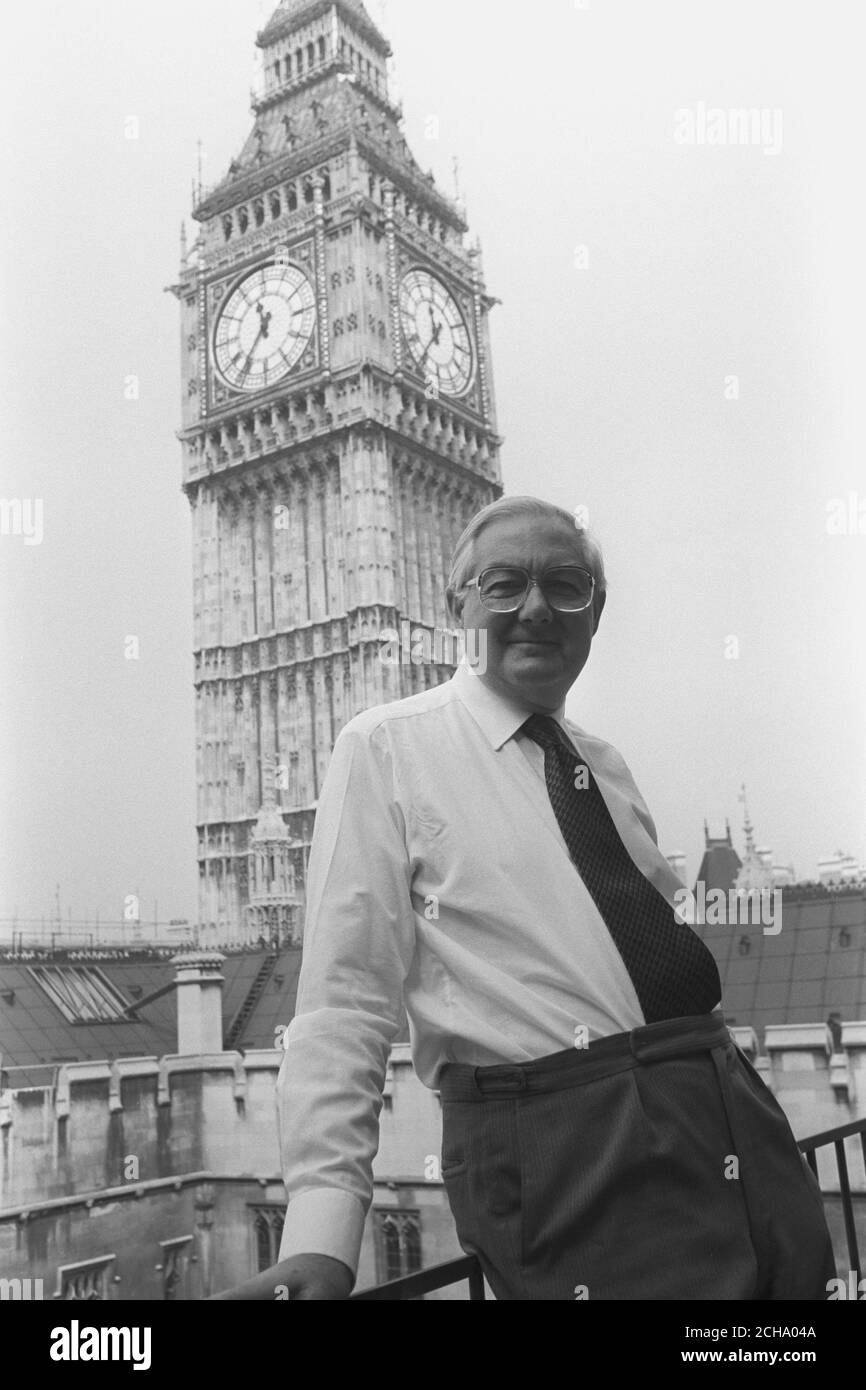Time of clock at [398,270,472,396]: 11:35
